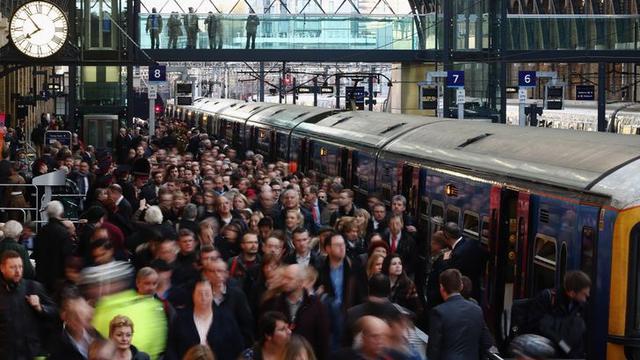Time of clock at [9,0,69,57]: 7:53
